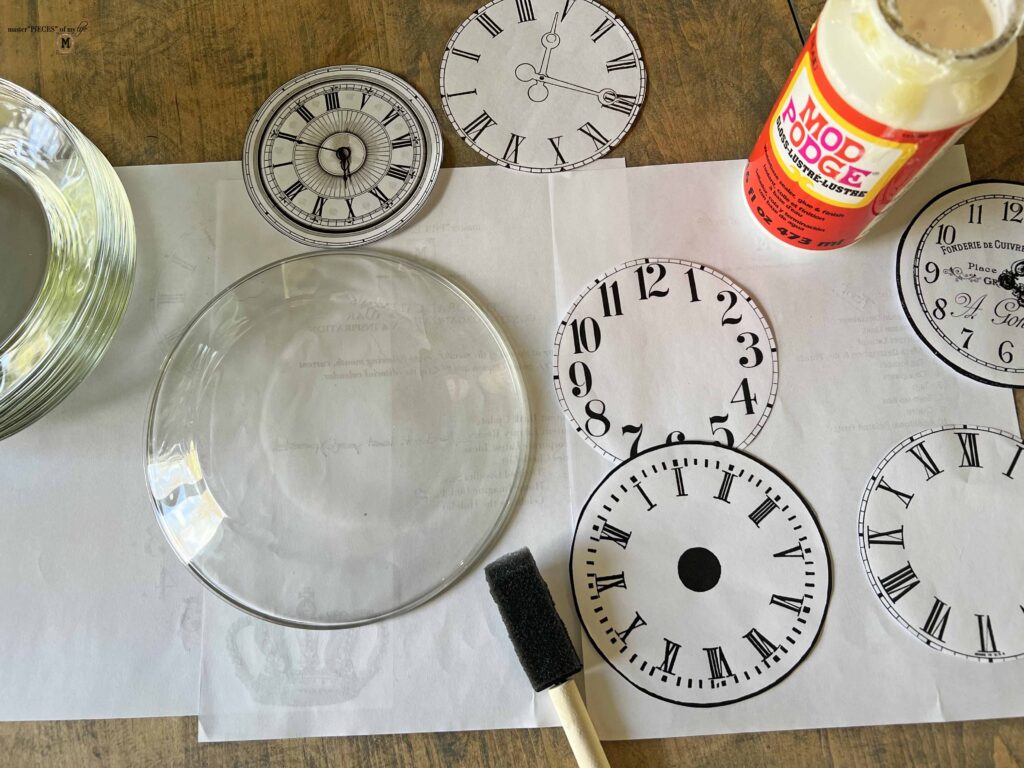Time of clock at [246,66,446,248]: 5:49
